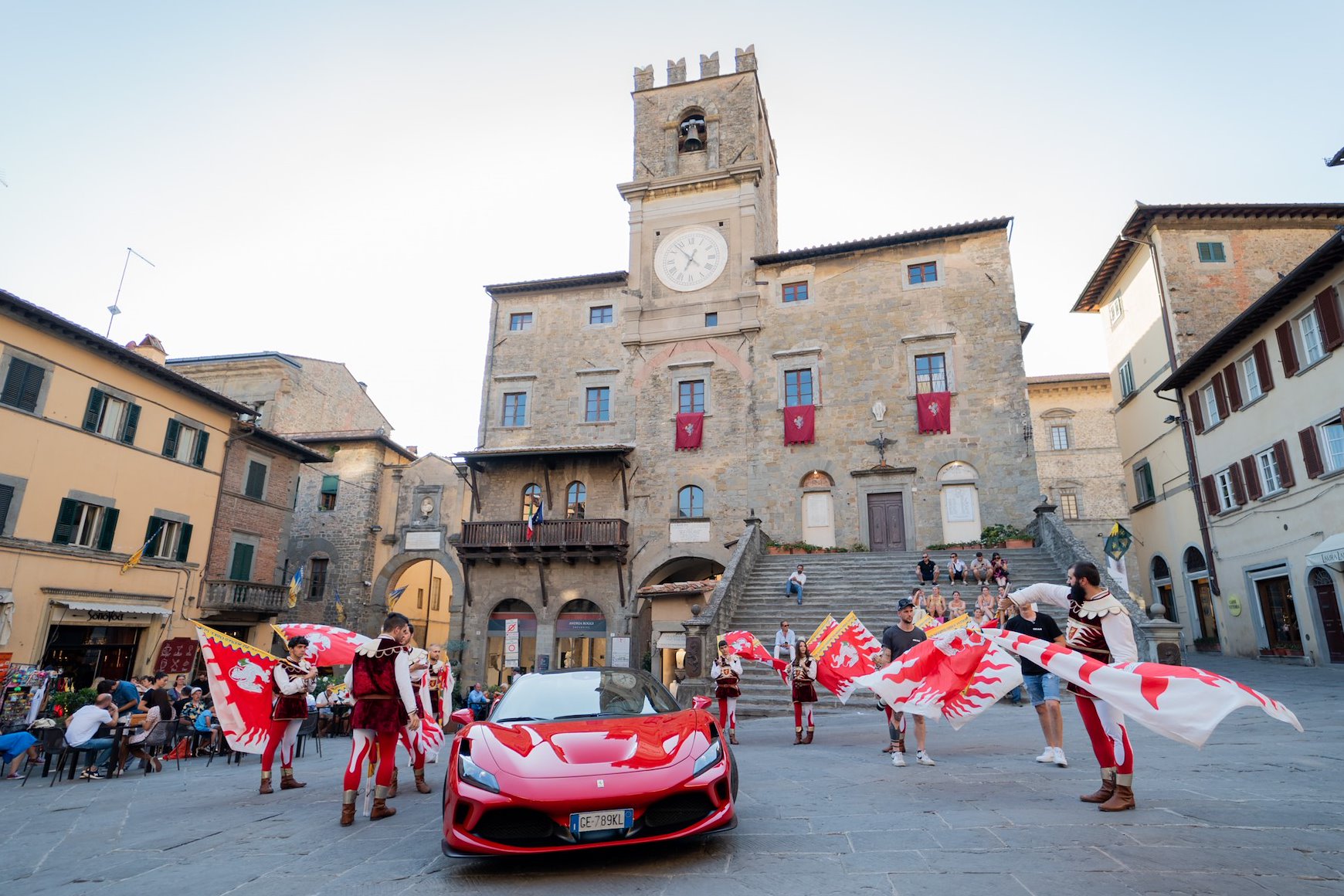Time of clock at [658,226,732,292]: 12:52
